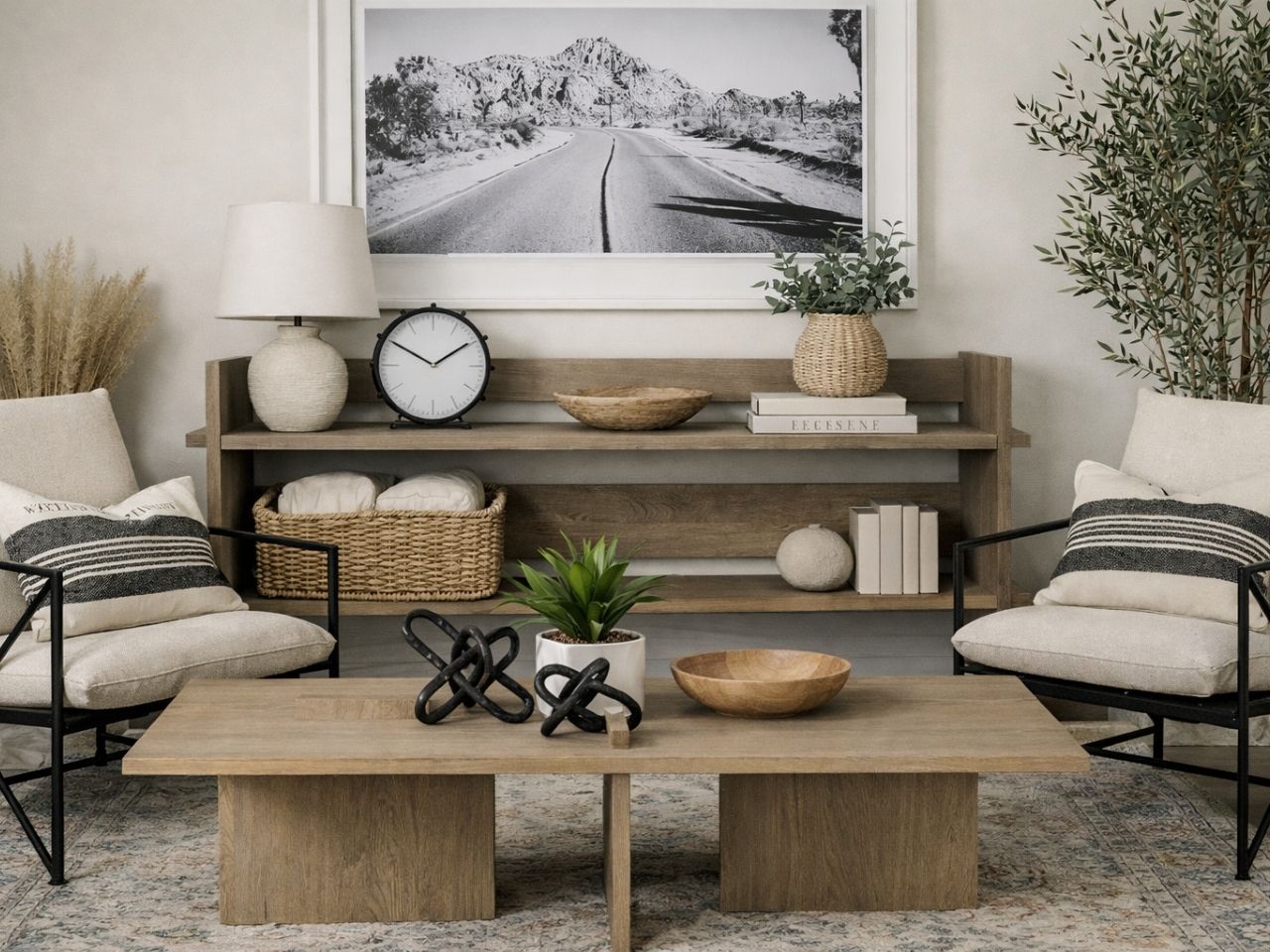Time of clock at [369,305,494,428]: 1:50
